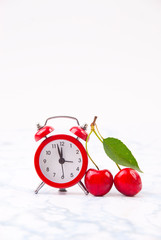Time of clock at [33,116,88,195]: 11:57
